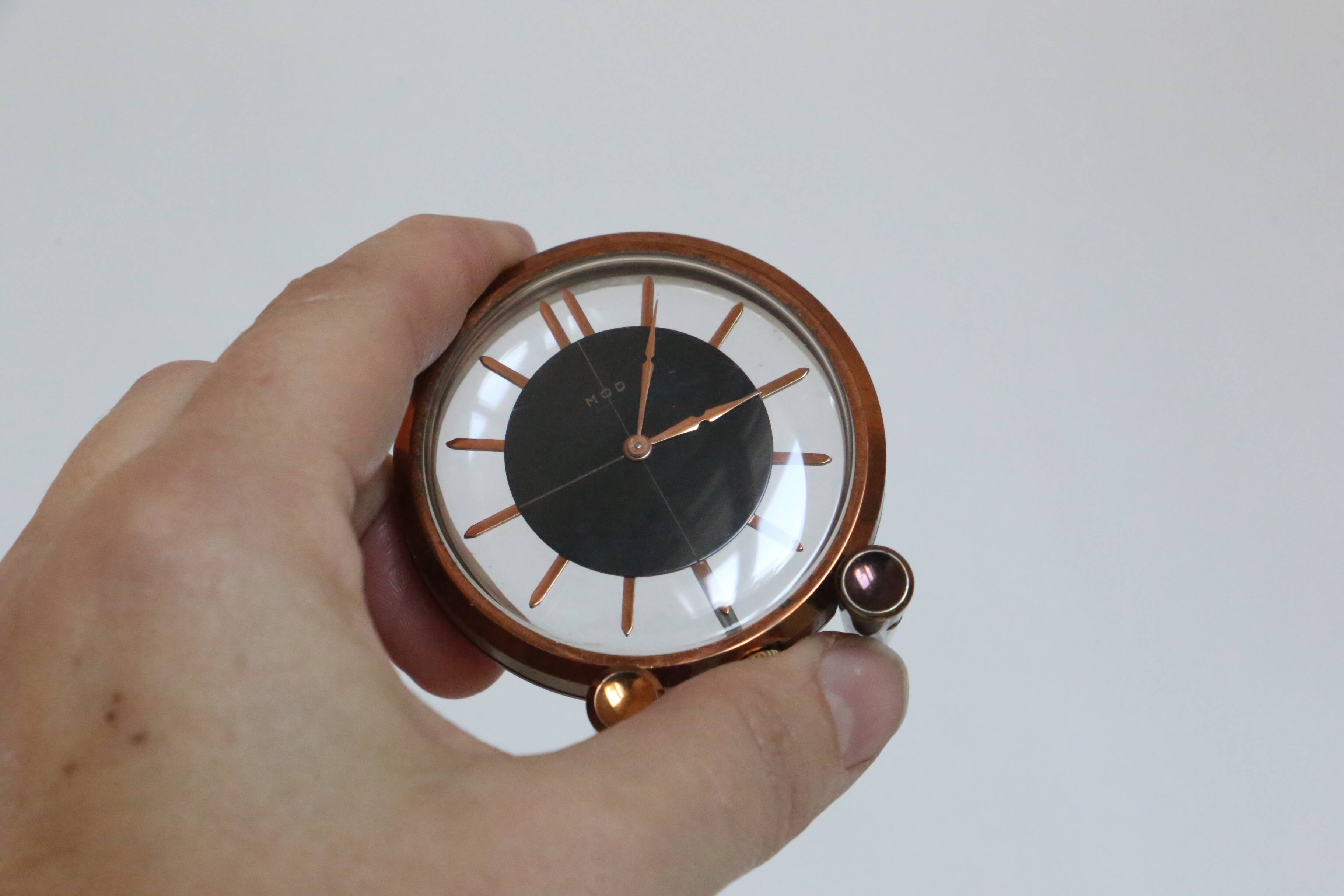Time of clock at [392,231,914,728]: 2:00
